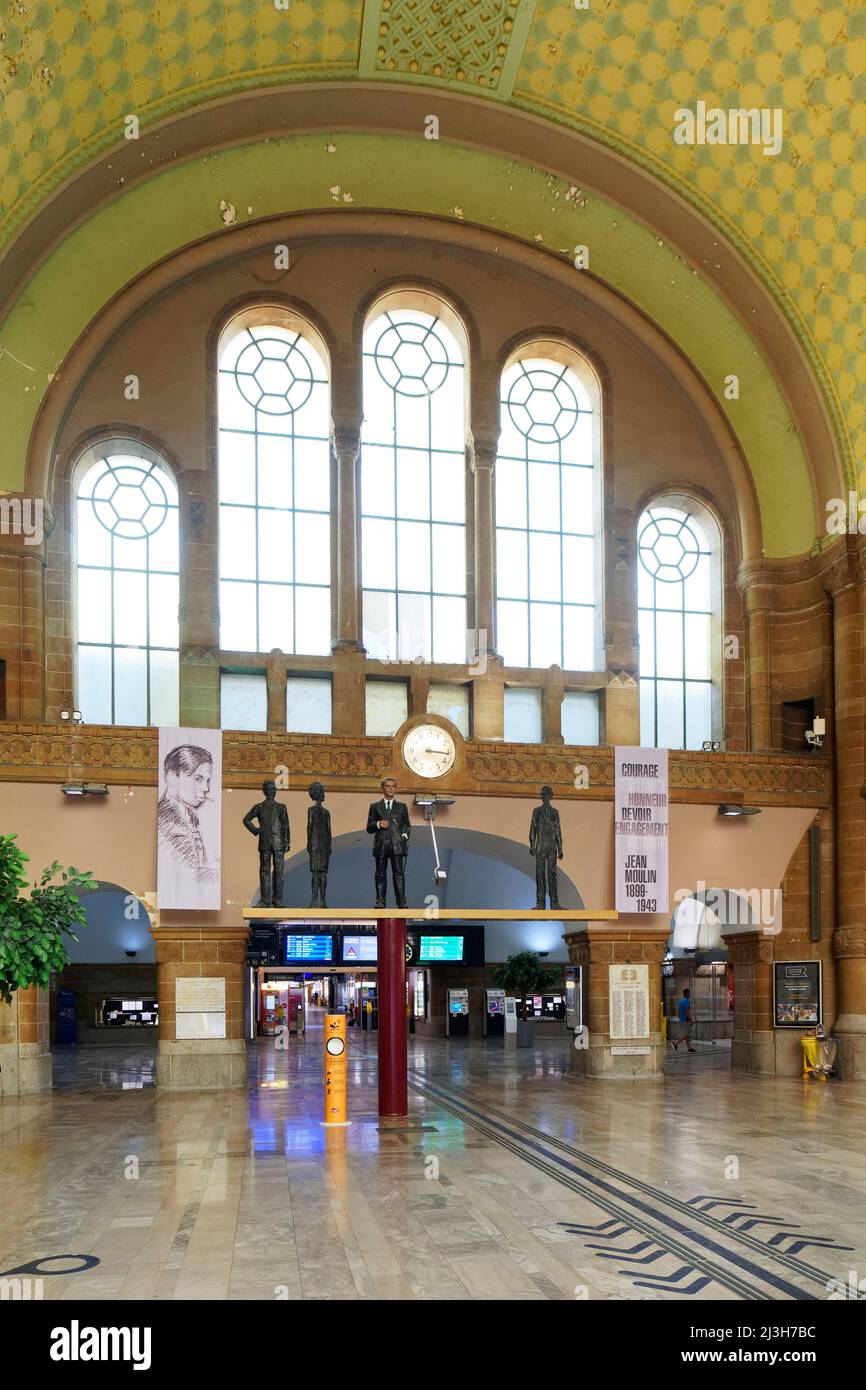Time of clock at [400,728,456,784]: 3:16
